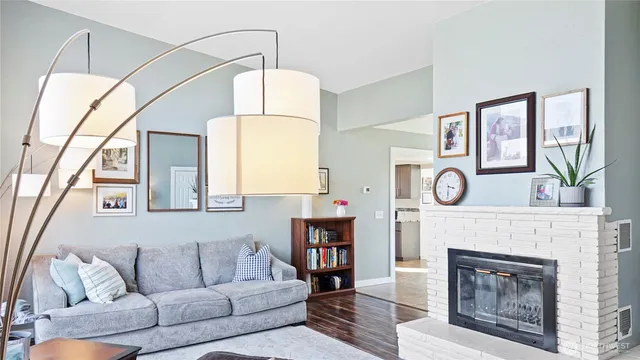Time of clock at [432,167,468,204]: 3:29
